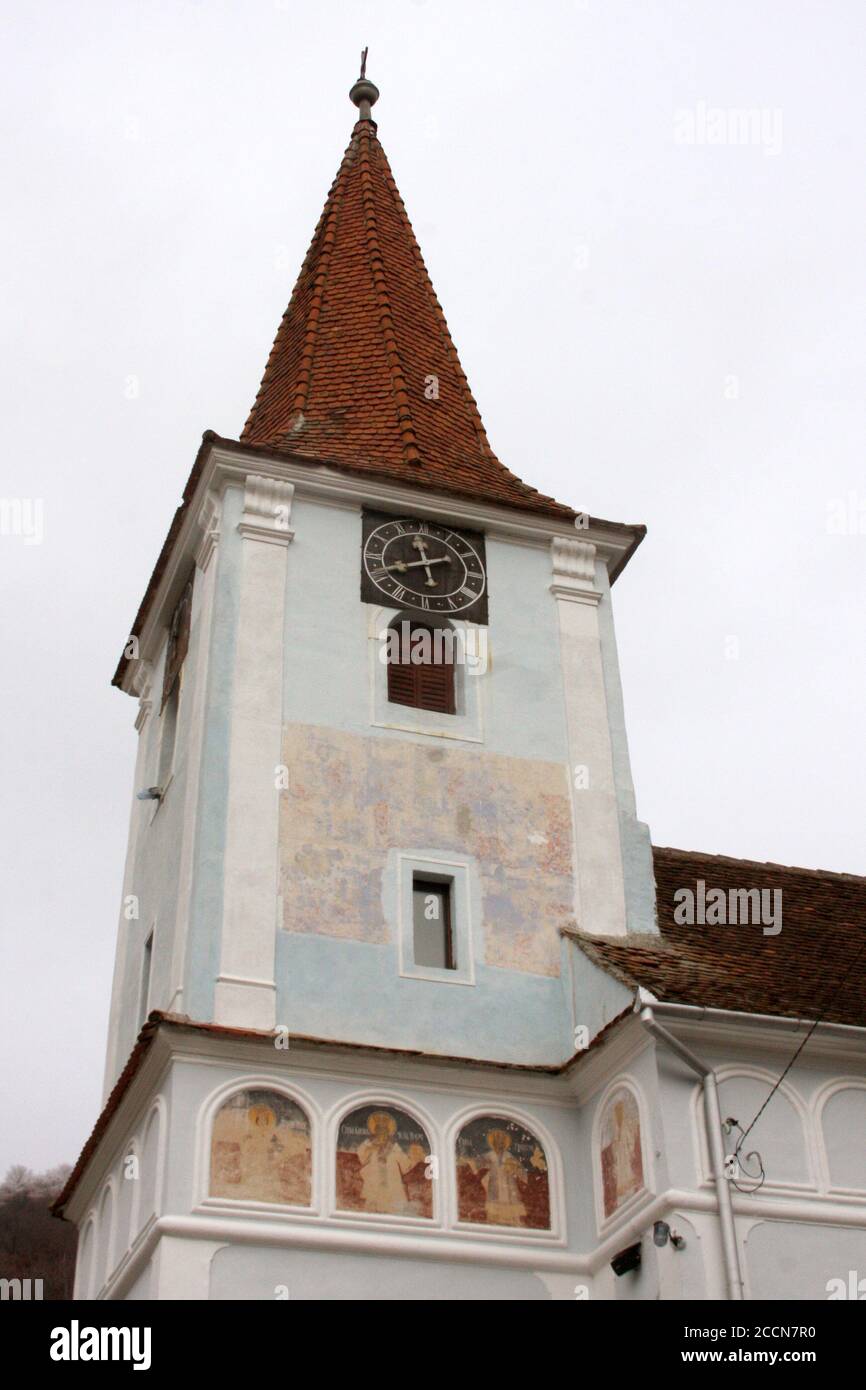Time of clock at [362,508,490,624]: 11:40
